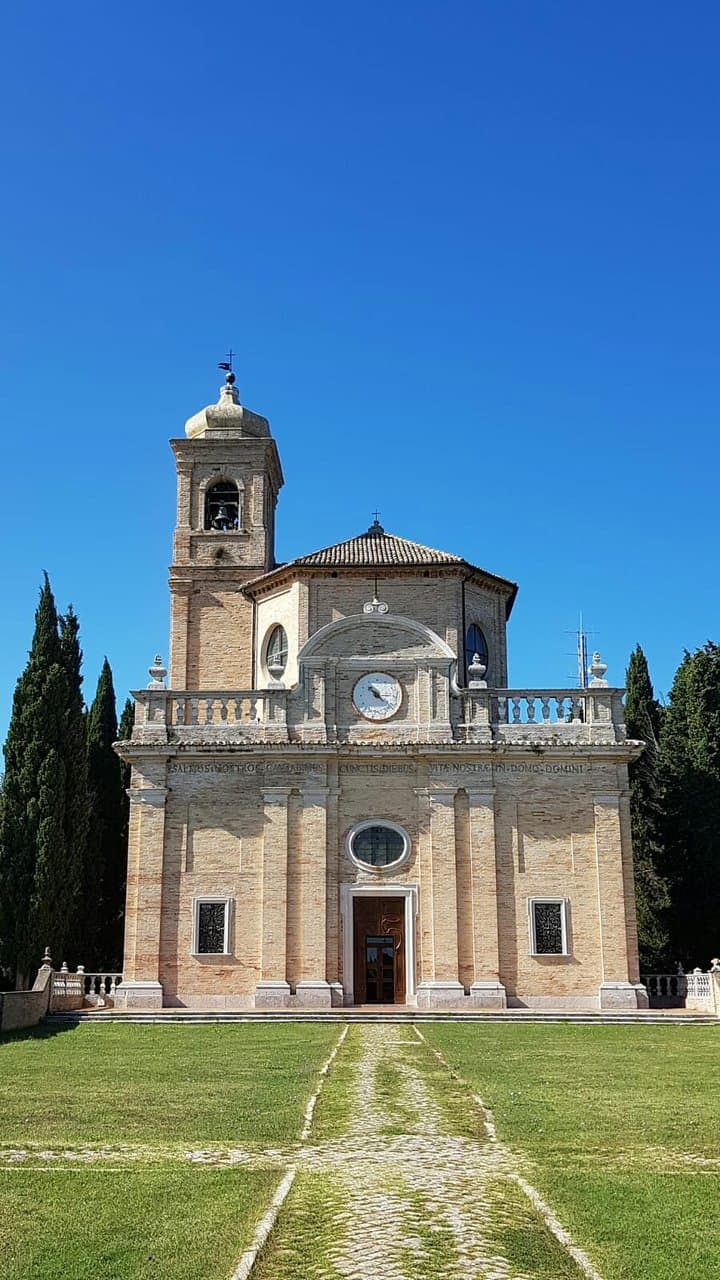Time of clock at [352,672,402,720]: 10:22
